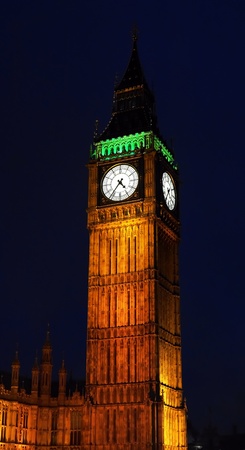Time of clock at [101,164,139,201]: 4:36
